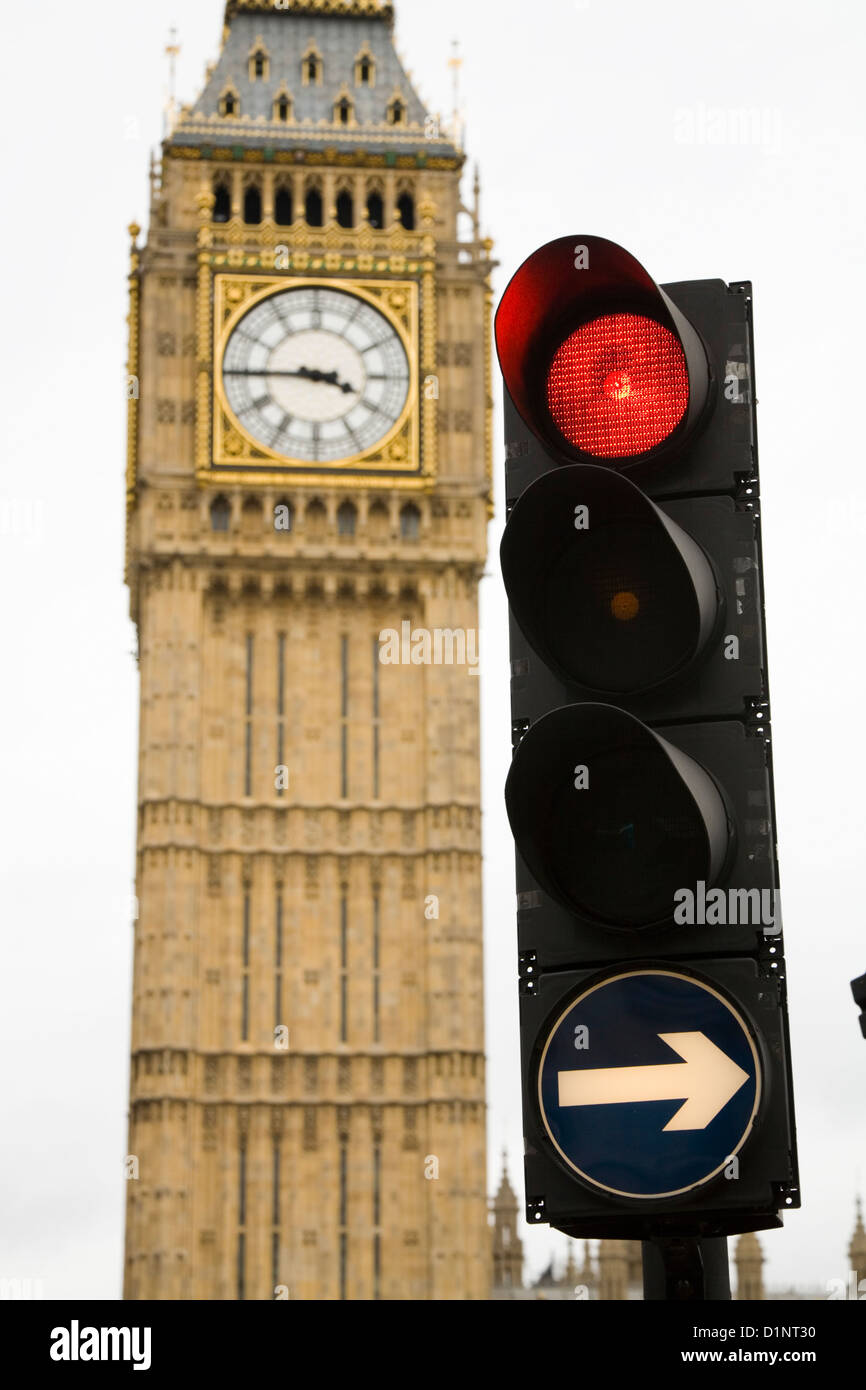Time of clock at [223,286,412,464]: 3:44
